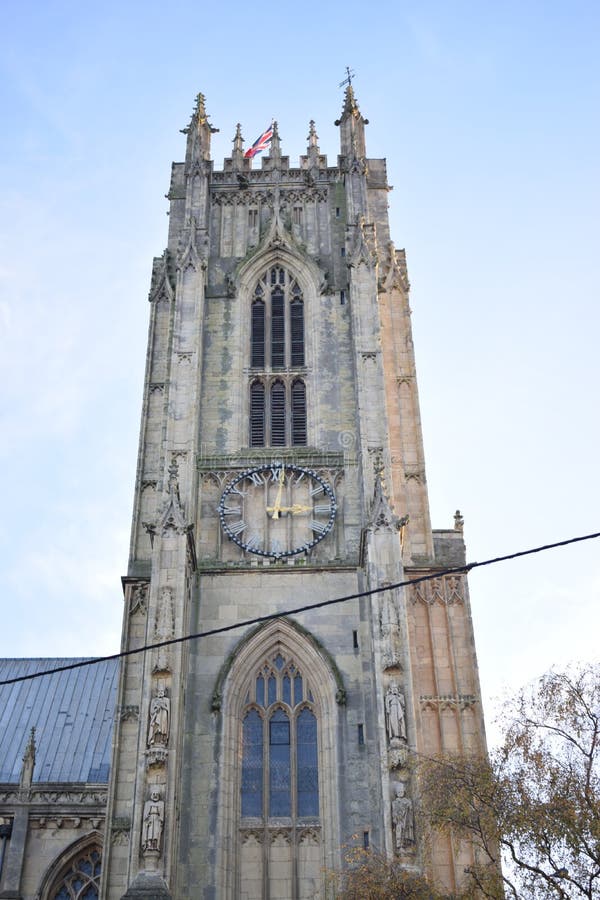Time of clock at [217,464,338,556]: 3:01
